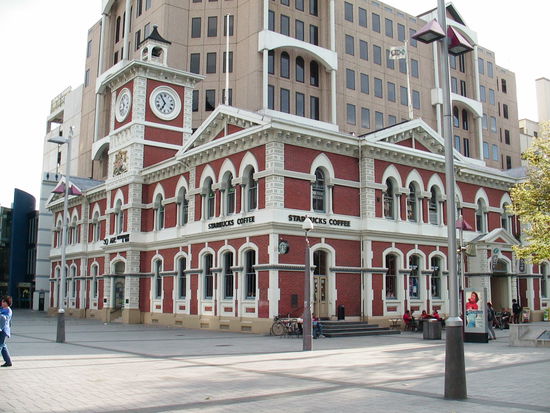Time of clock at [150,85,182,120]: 6:54
